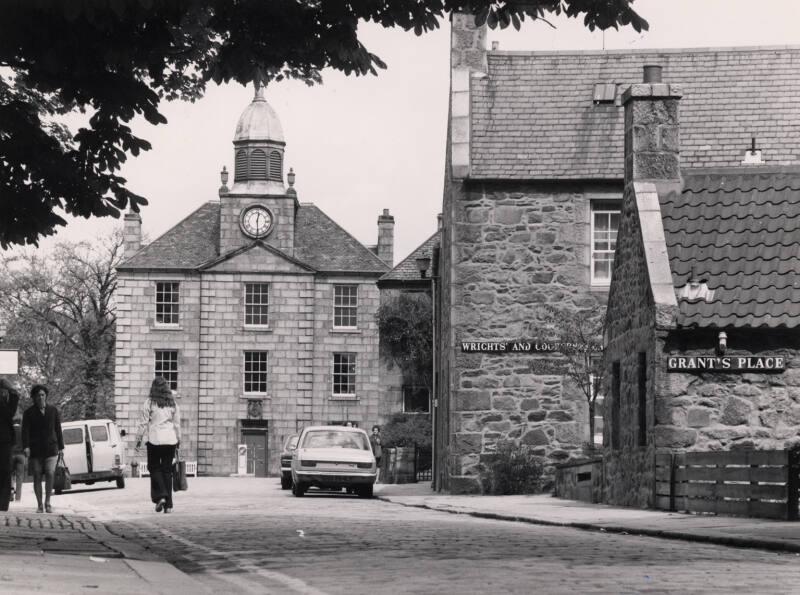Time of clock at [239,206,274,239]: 12:29
